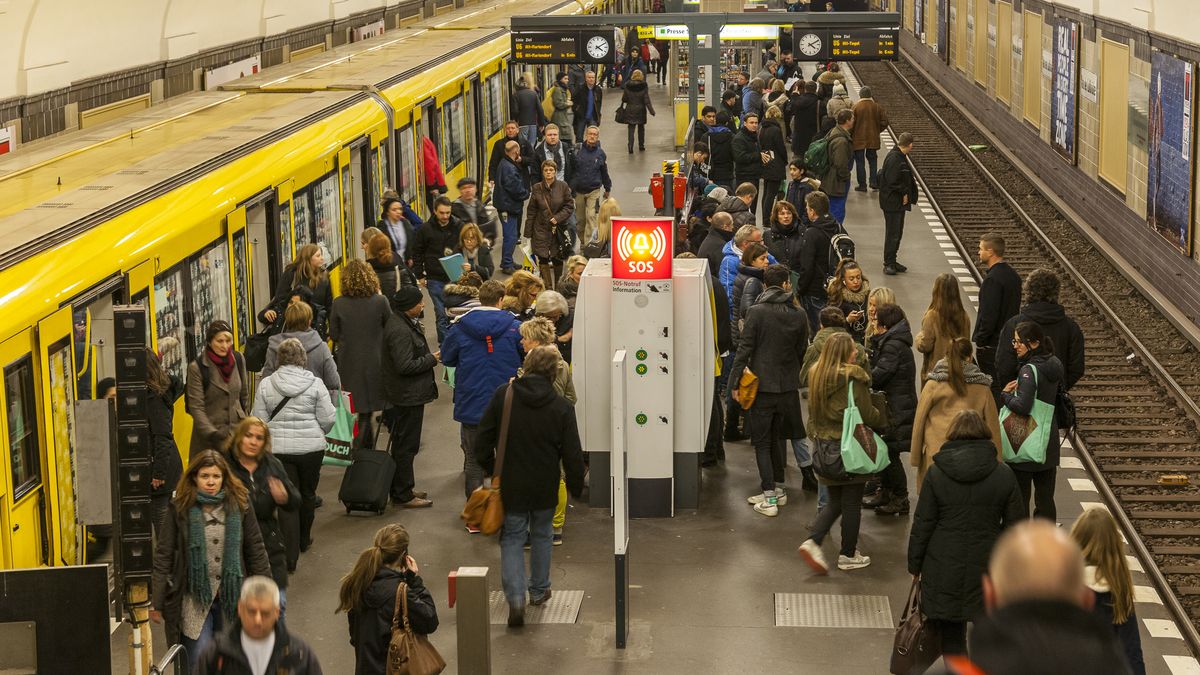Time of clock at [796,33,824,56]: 4:10
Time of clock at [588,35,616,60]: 4:09
